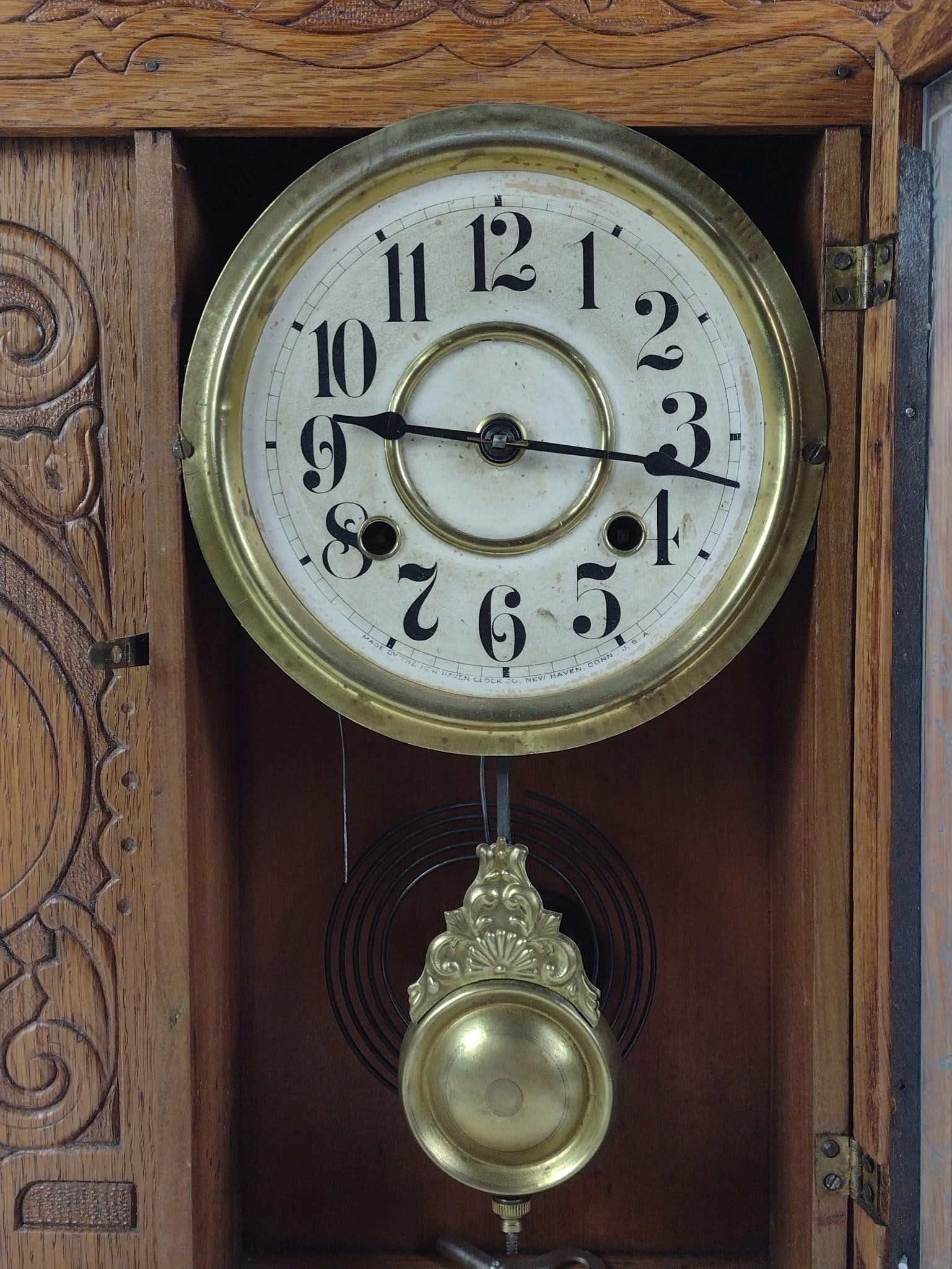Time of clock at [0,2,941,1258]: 9:16
